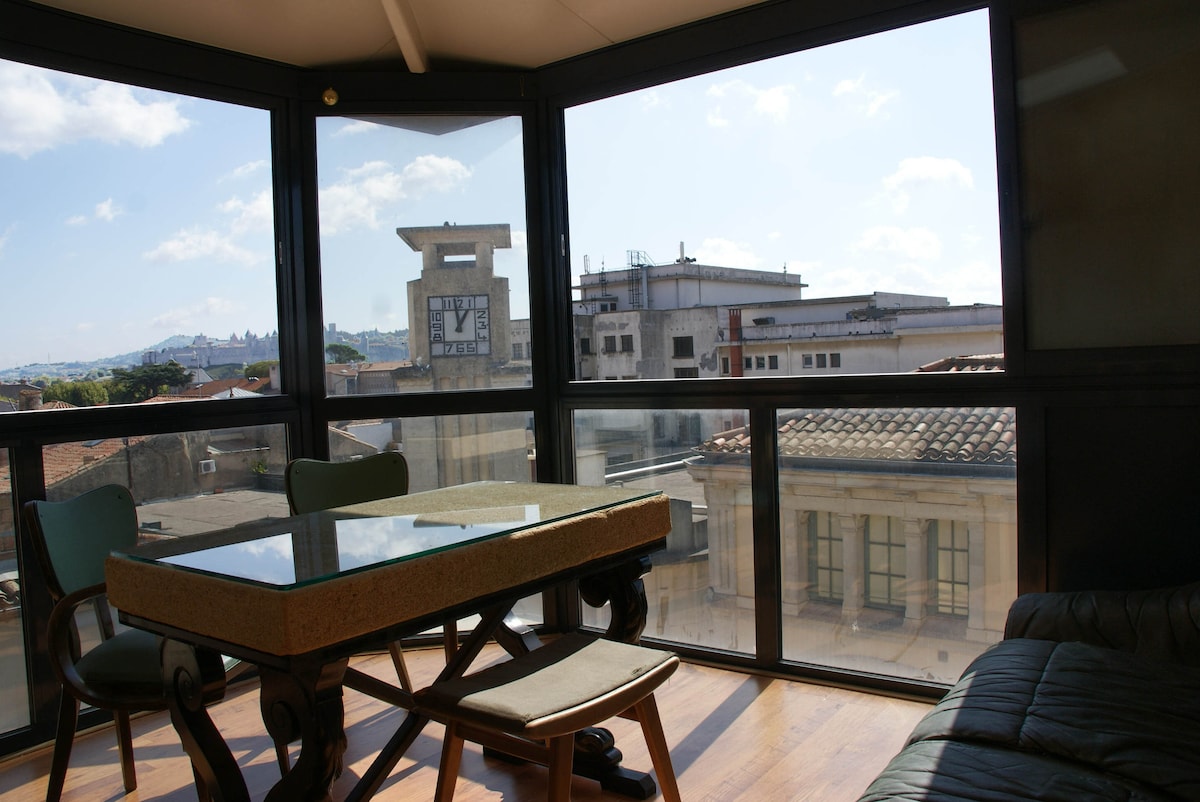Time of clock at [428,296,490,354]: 12:58
